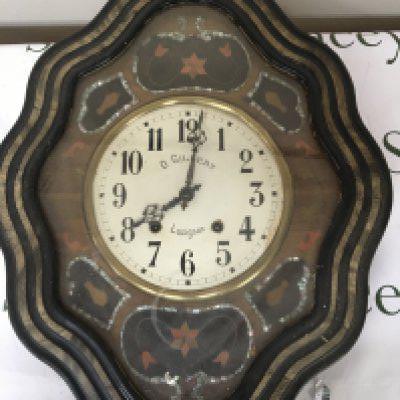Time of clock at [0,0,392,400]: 8:01
